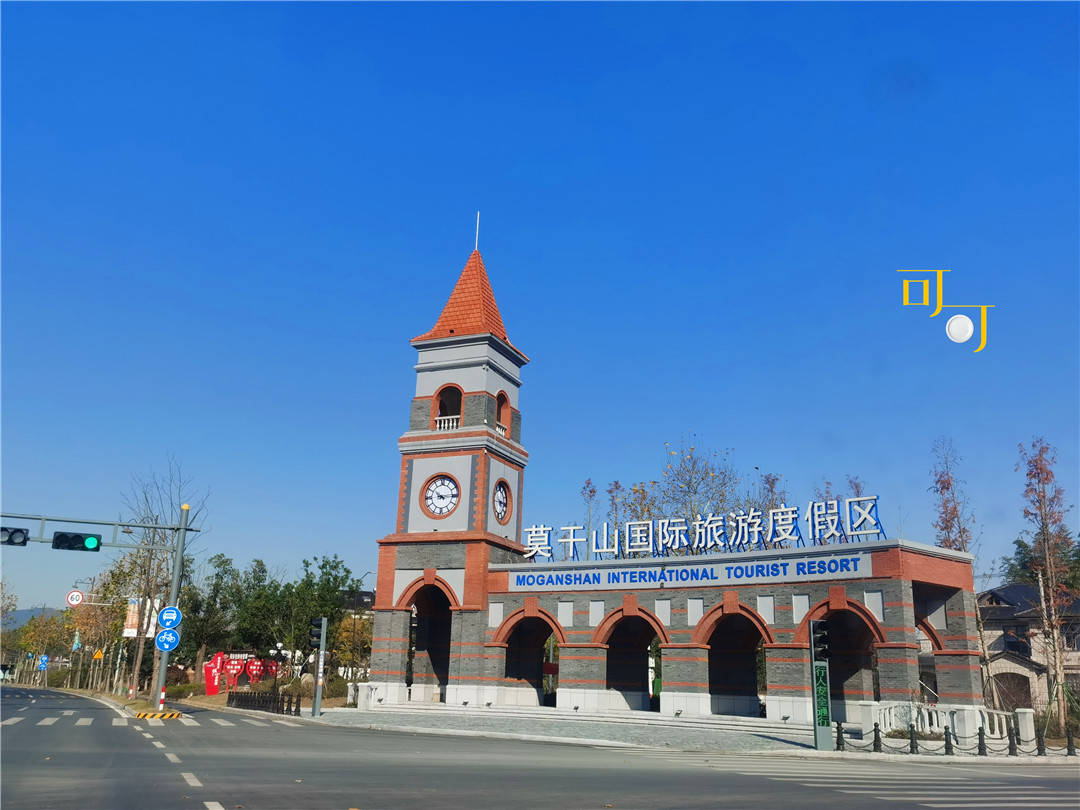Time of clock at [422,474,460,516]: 10:14
